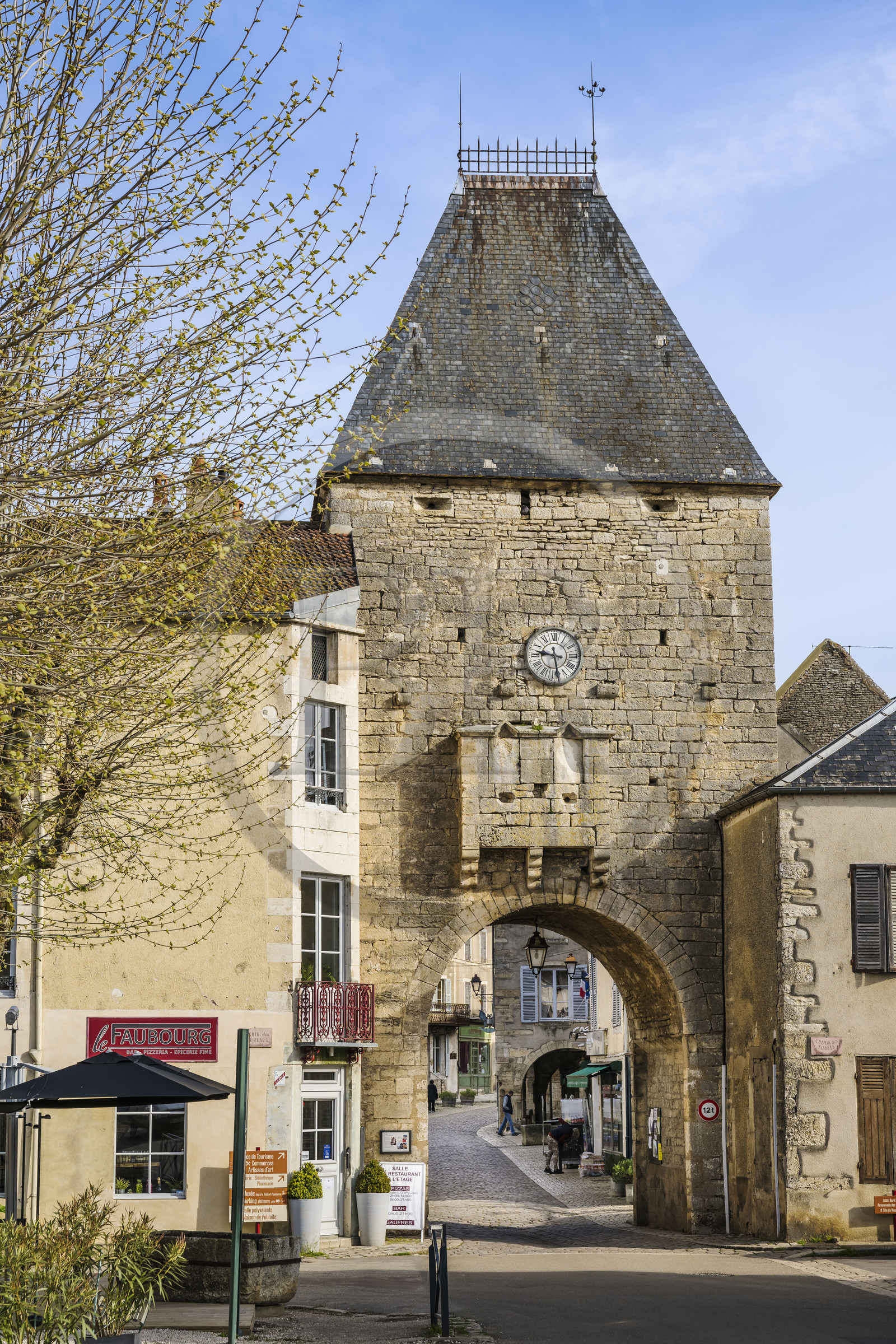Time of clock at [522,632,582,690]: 9:28
